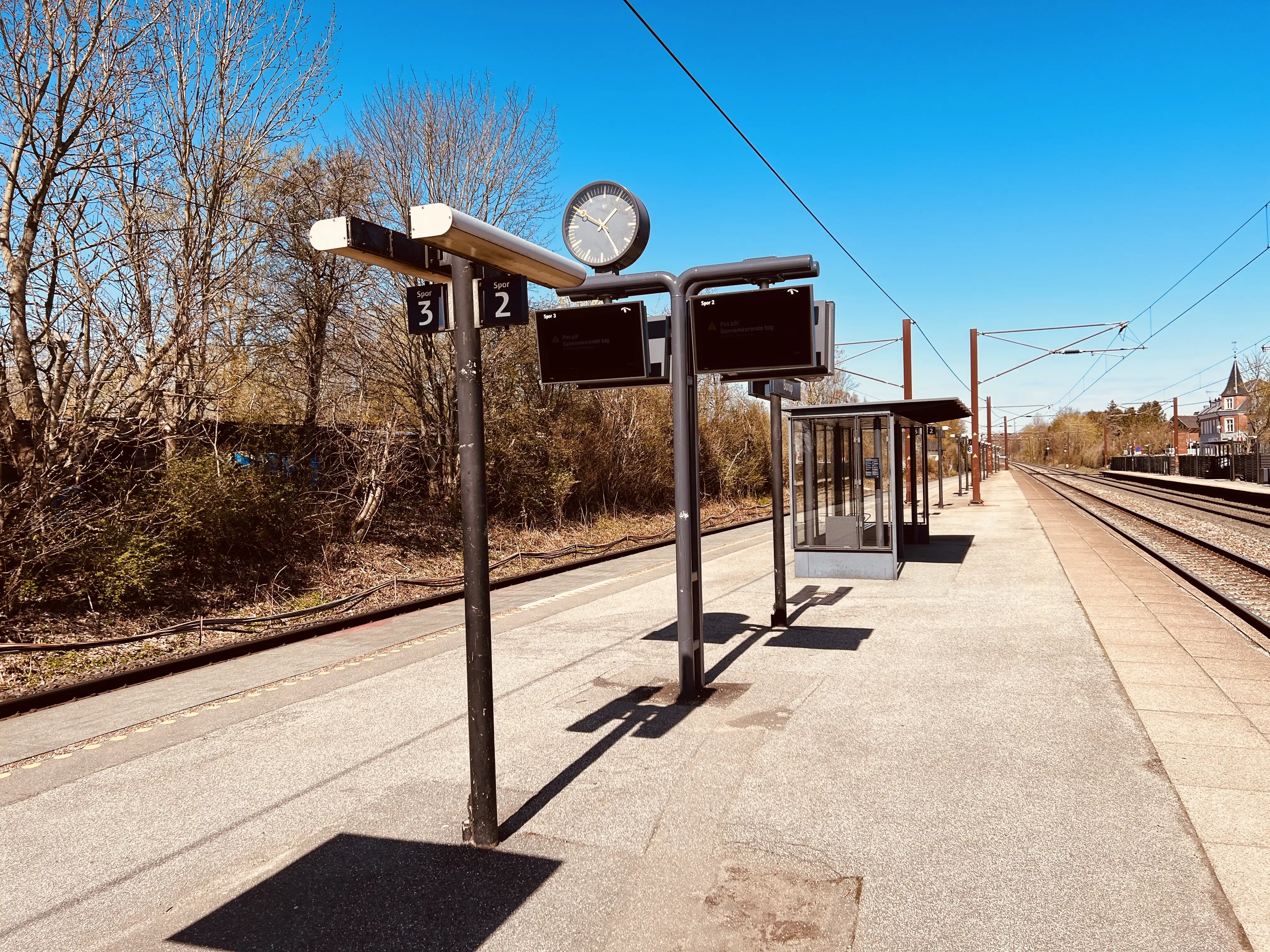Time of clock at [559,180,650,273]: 1:24
